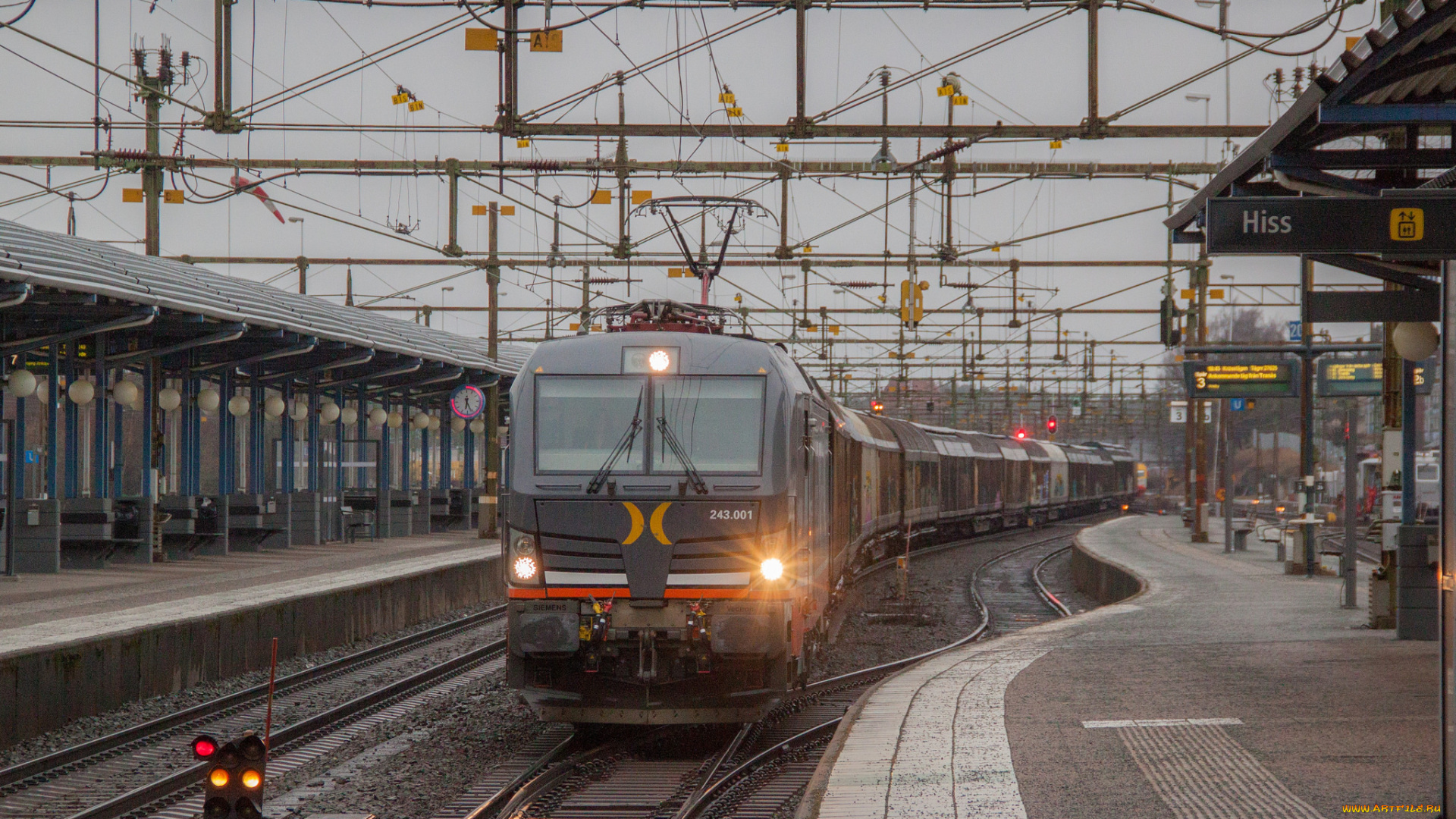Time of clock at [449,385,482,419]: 6:26
